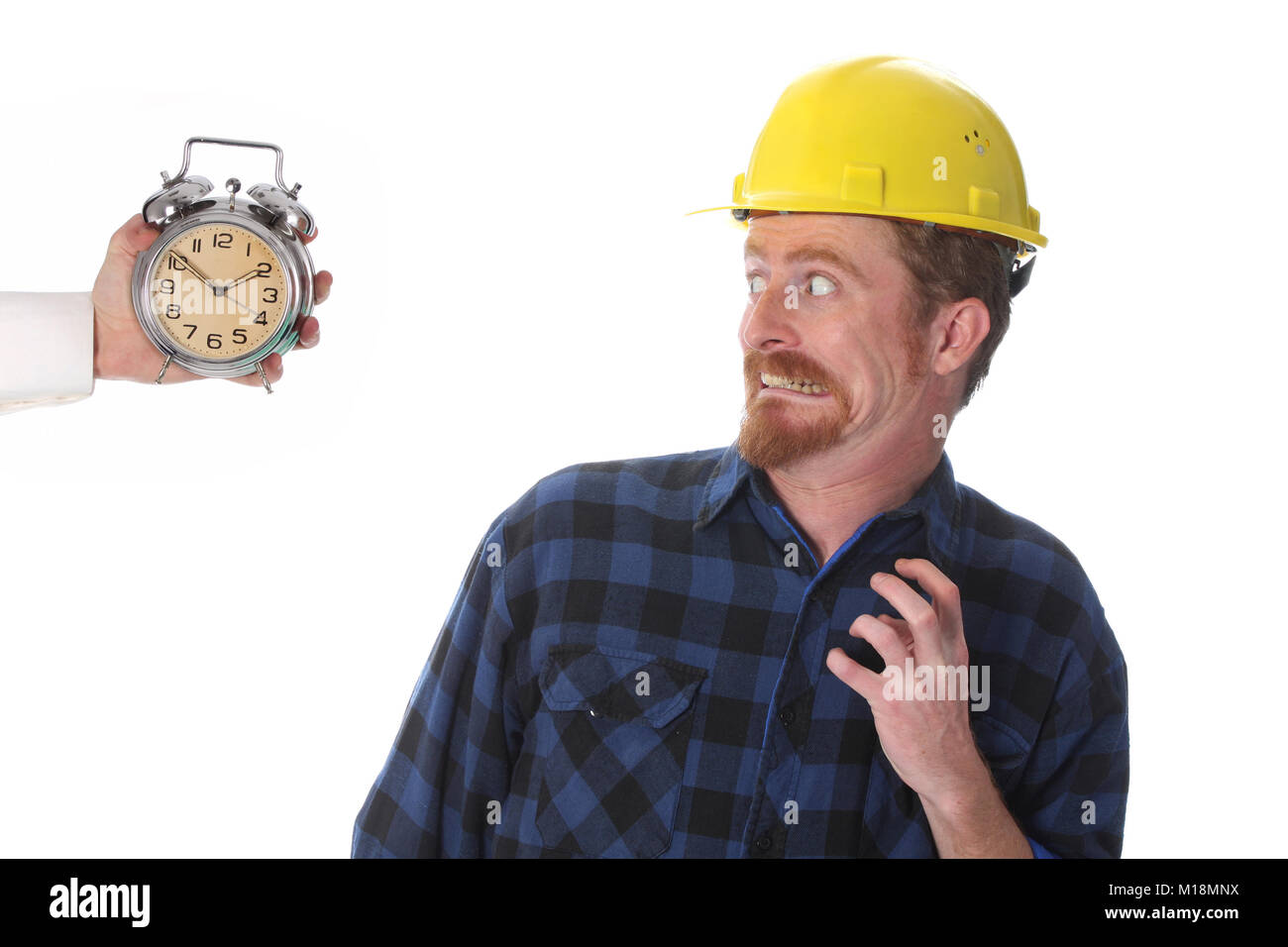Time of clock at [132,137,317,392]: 1:51
